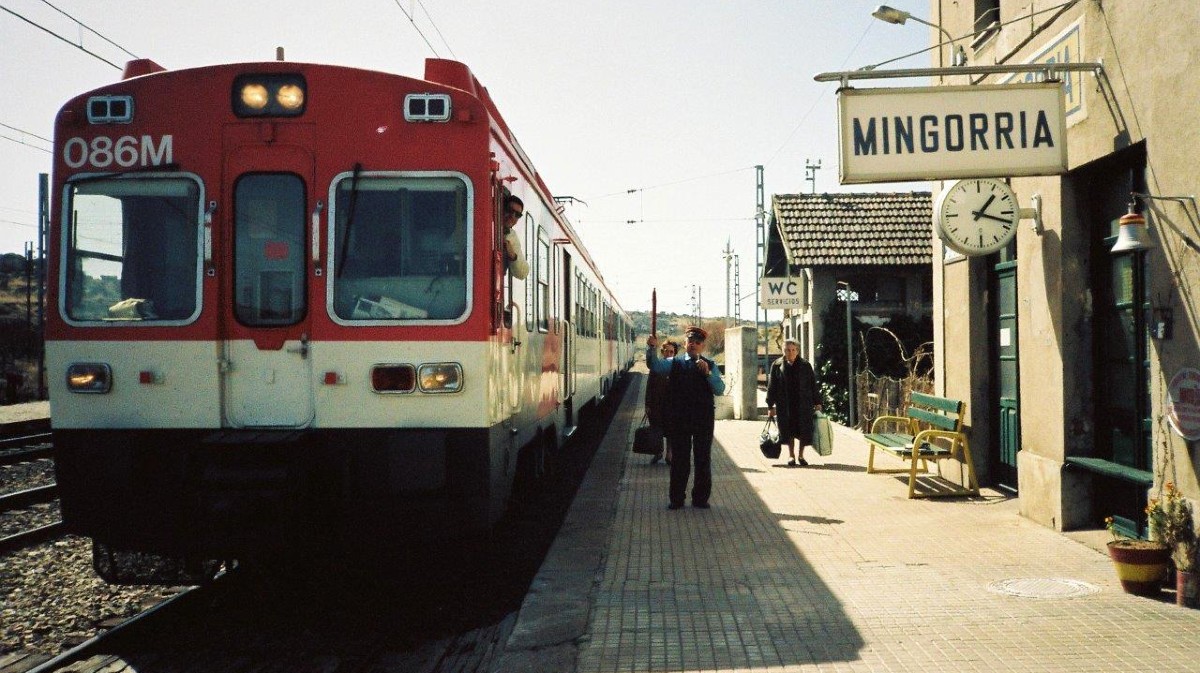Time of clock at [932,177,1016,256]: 1:18
